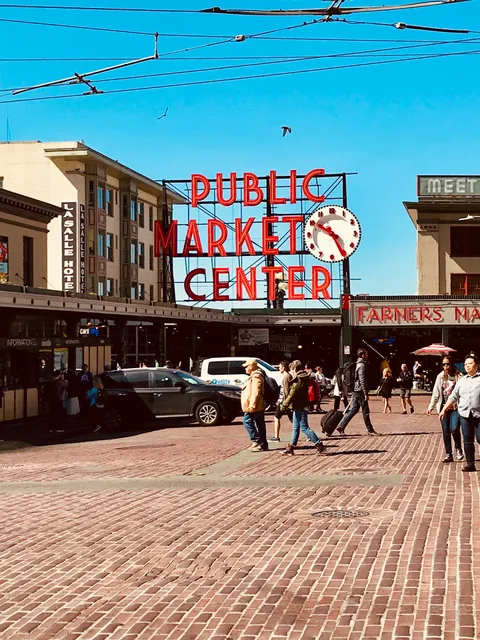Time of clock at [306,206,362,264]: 10:25
